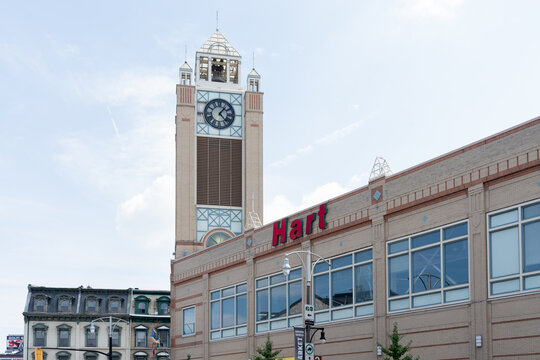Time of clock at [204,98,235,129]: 1:23
